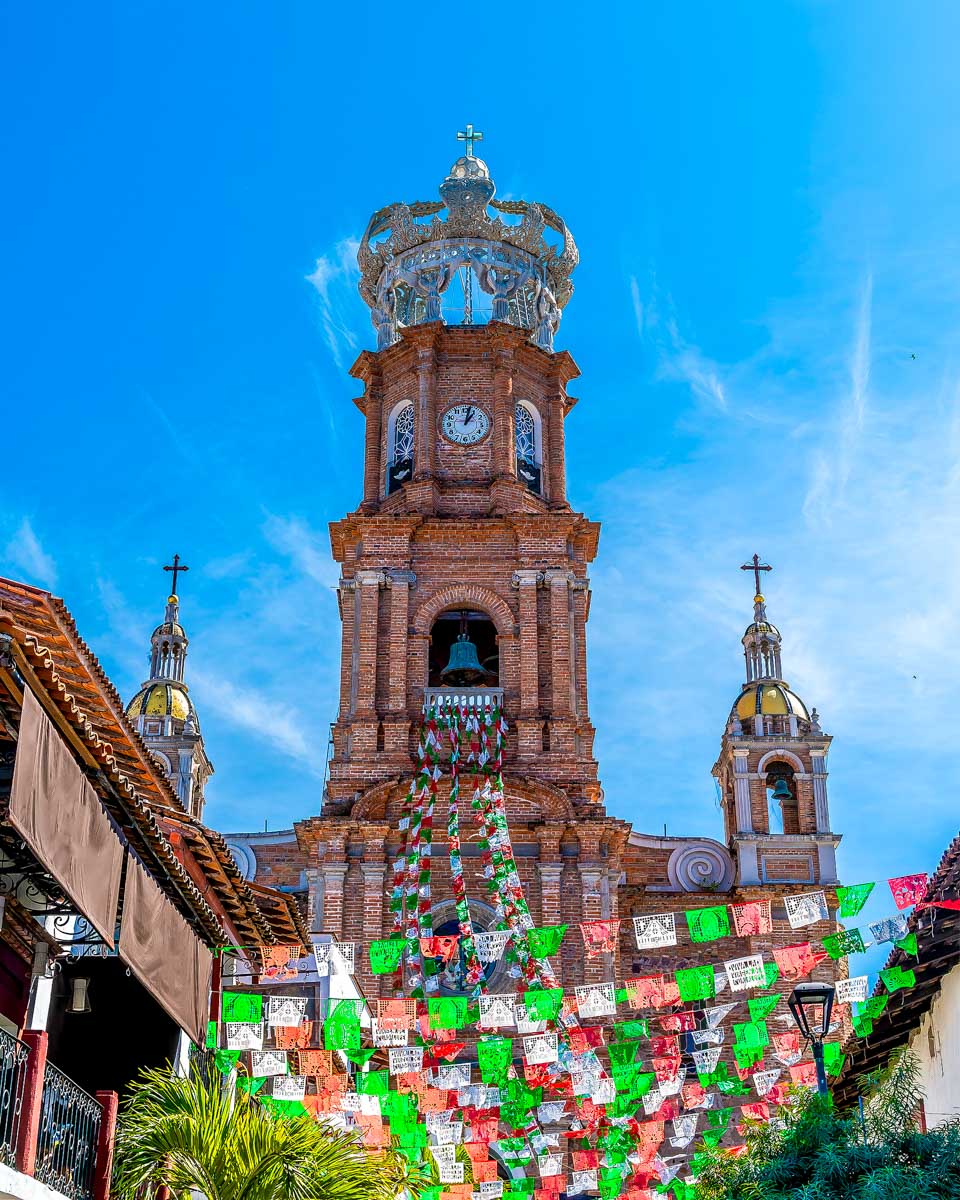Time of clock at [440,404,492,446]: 1:02
